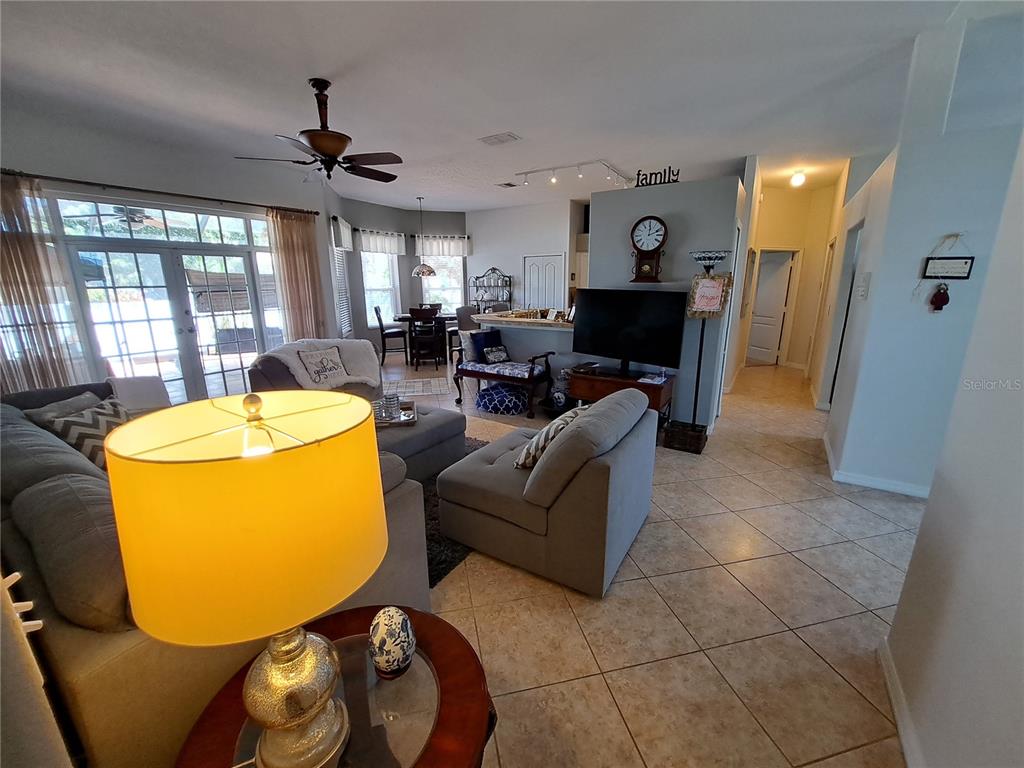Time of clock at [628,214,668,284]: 2:00
